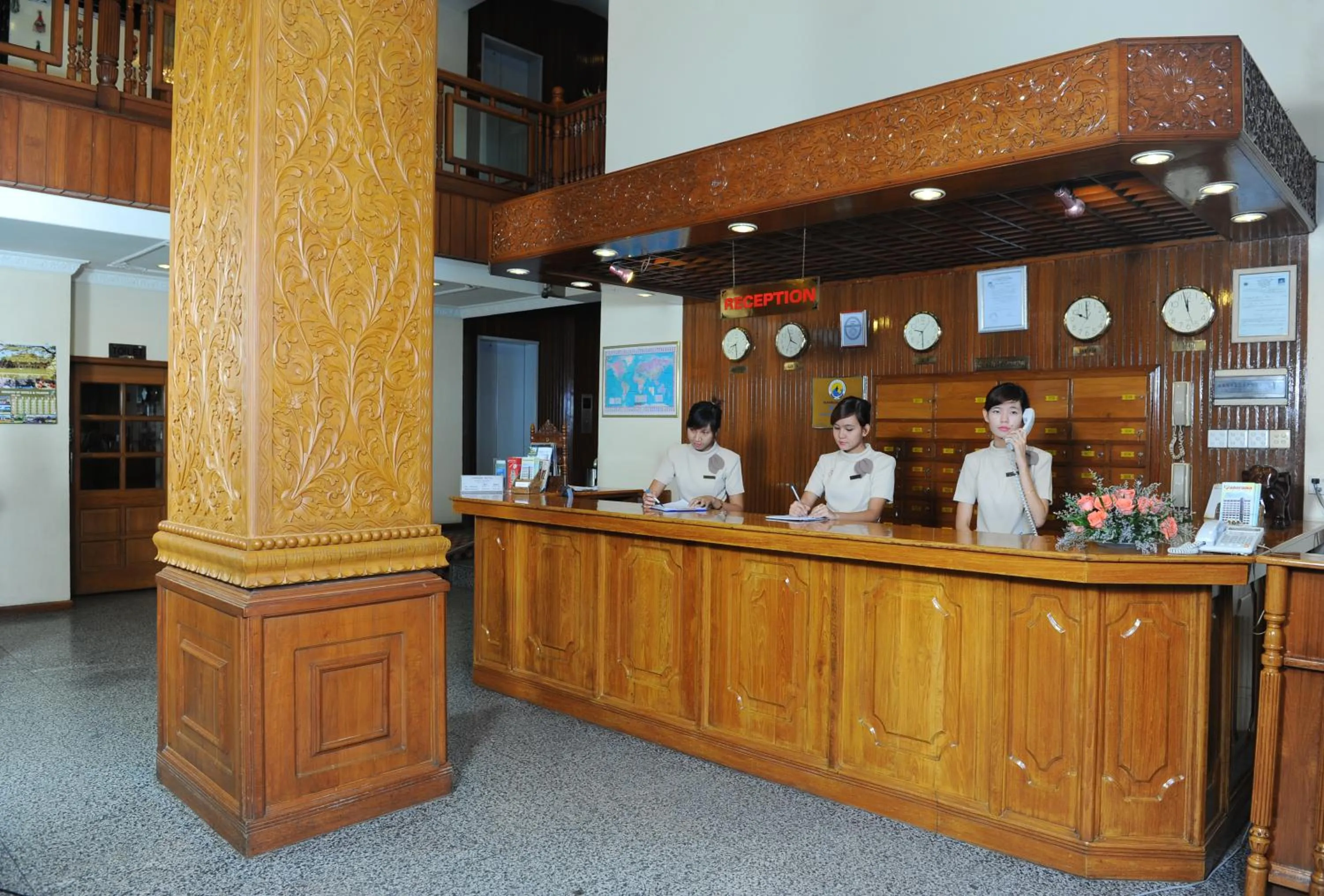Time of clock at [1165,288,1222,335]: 11:57
